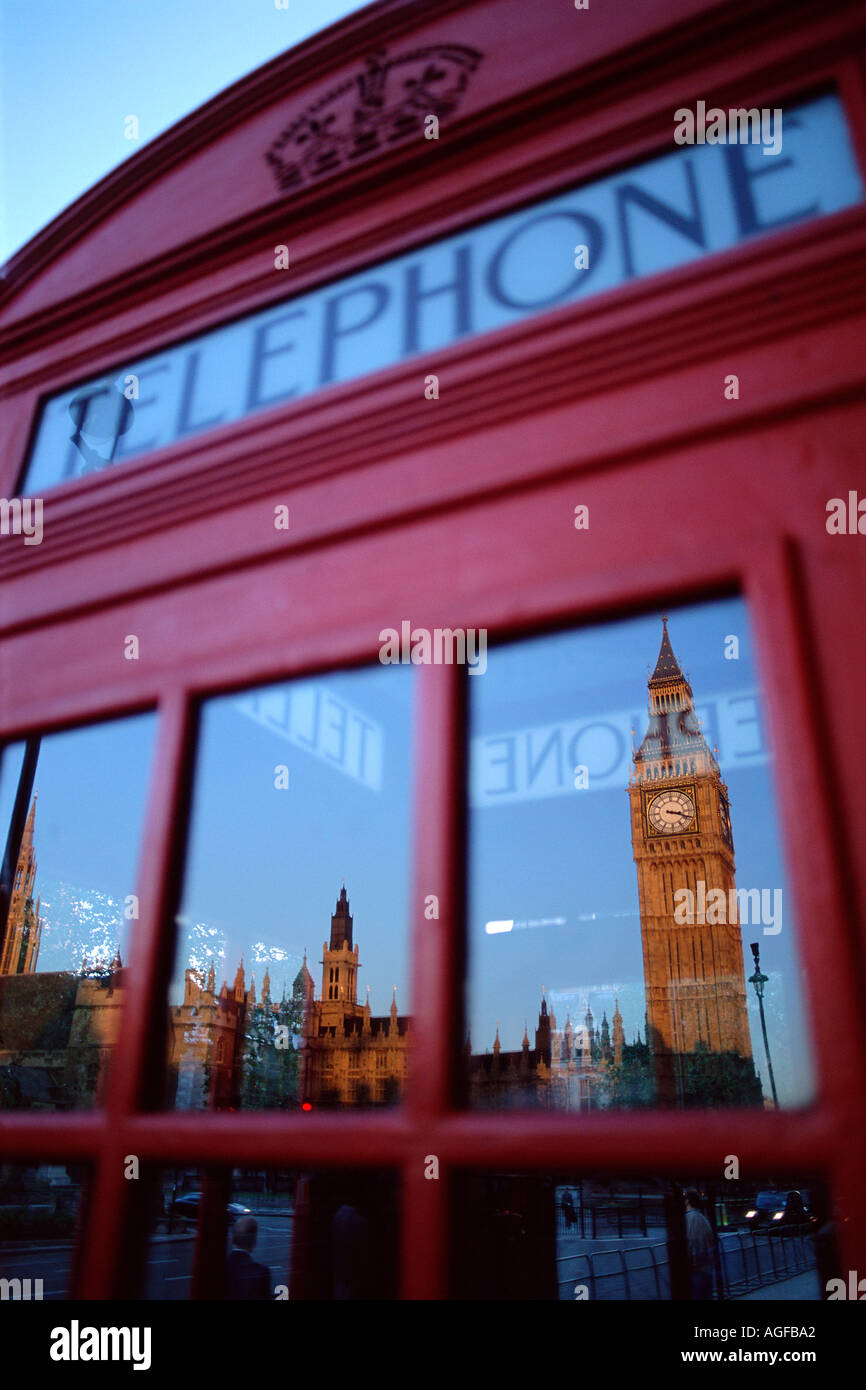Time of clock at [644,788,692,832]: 3:18
